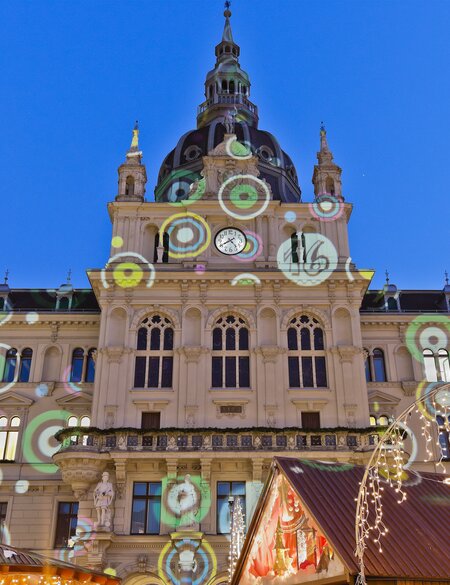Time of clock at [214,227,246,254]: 4:40
